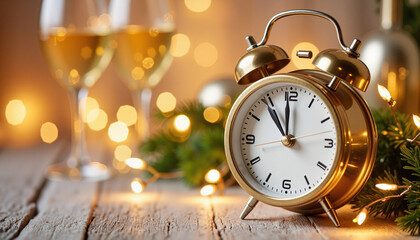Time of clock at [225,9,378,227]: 10:59
